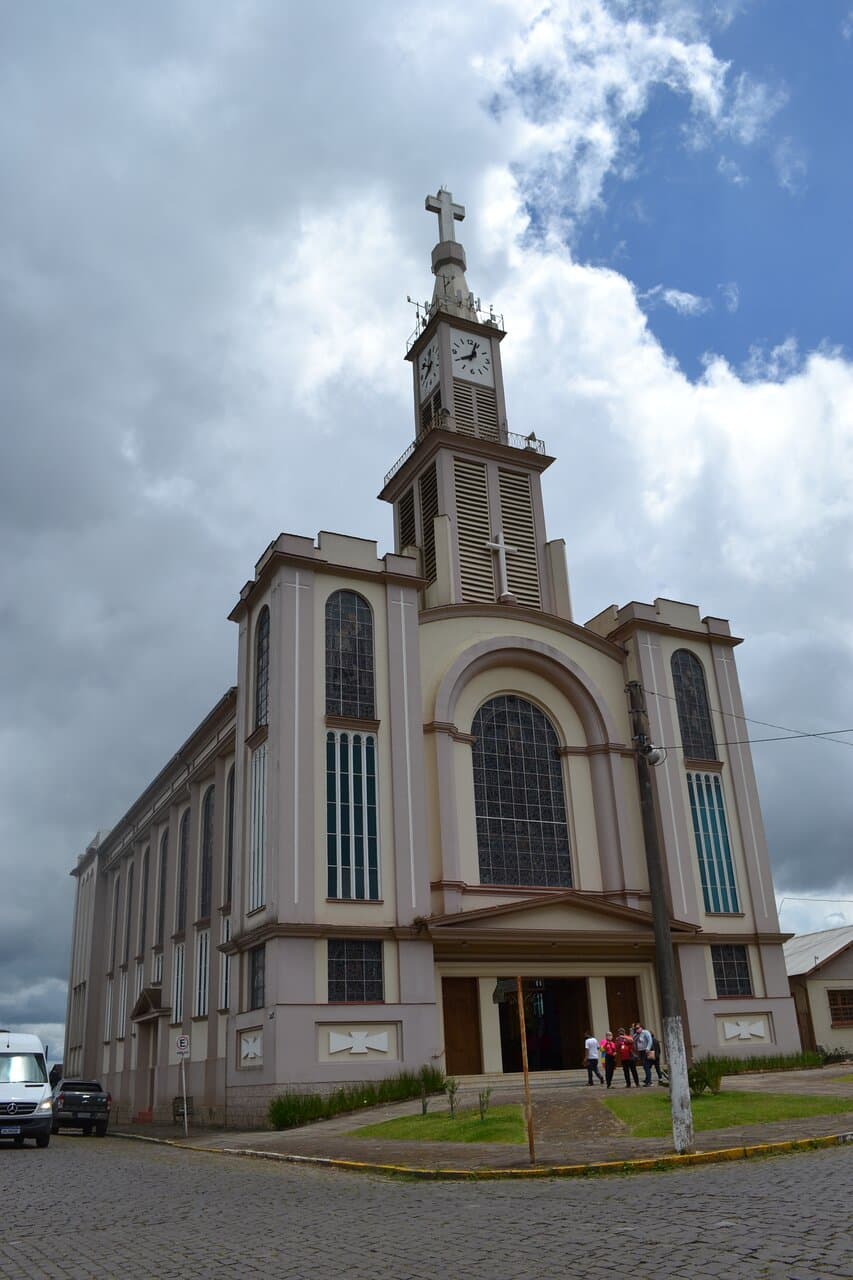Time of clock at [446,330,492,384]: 8:03
